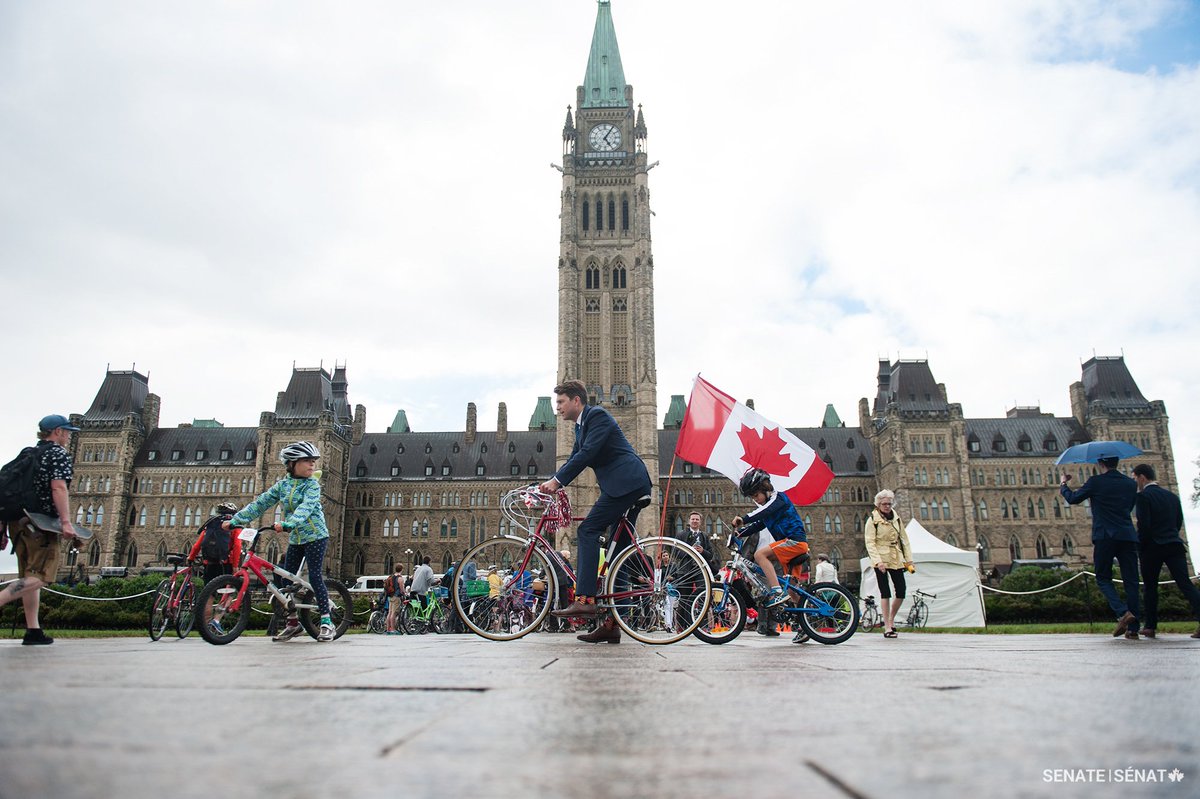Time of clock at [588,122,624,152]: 5:05
